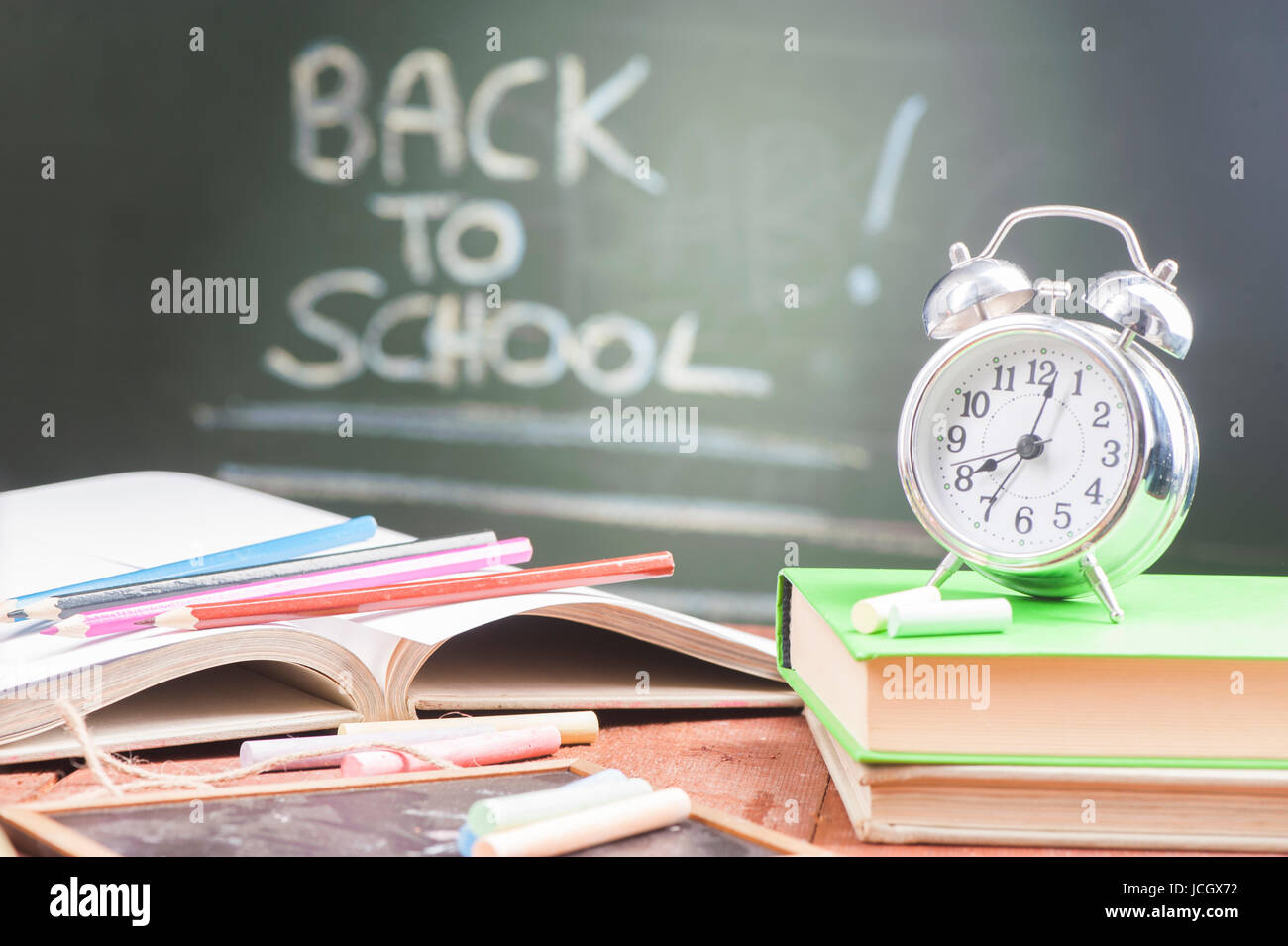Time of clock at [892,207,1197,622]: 8:02
